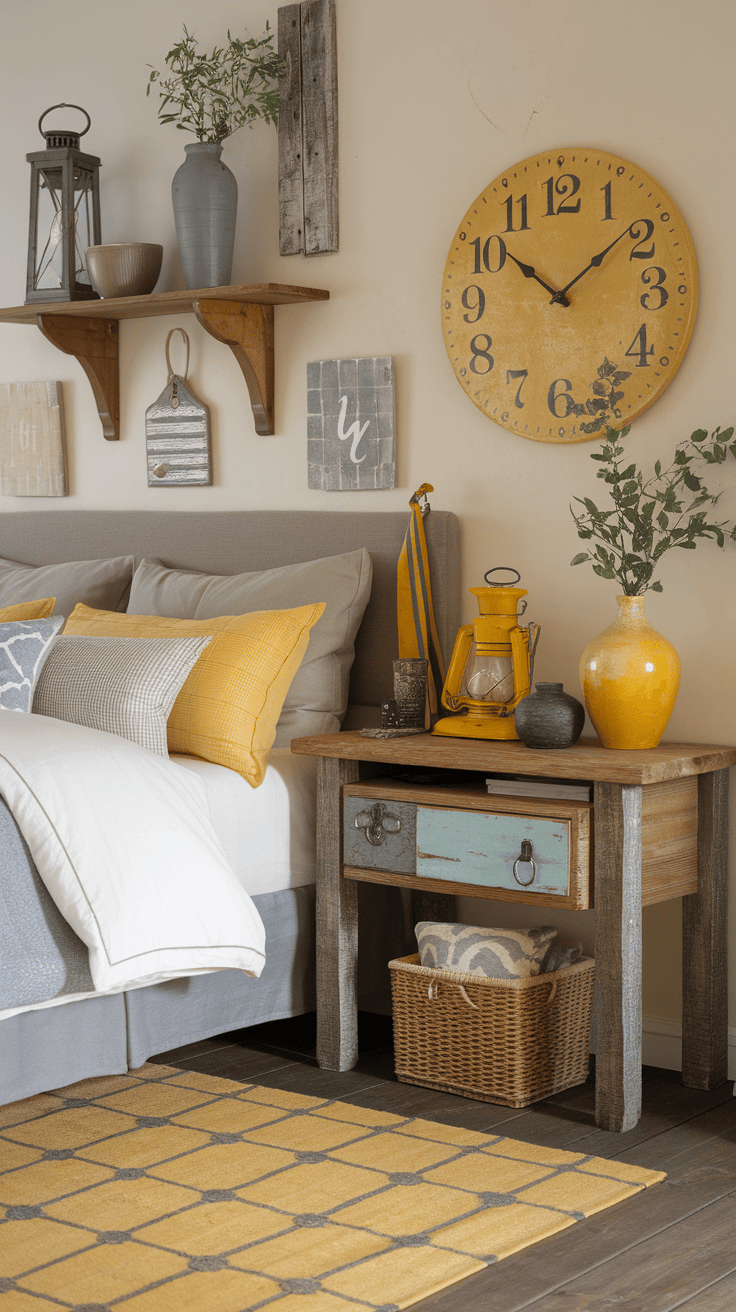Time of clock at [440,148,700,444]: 10:08
